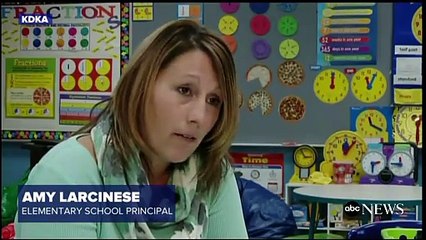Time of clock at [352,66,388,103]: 11:04
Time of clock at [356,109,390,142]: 11:19
